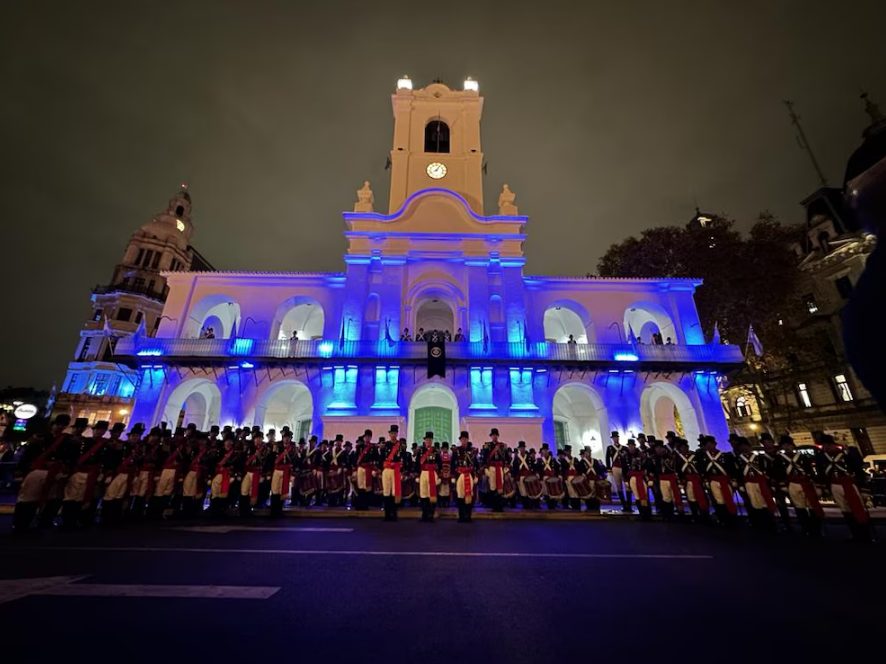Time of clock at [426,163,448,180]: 8:05
